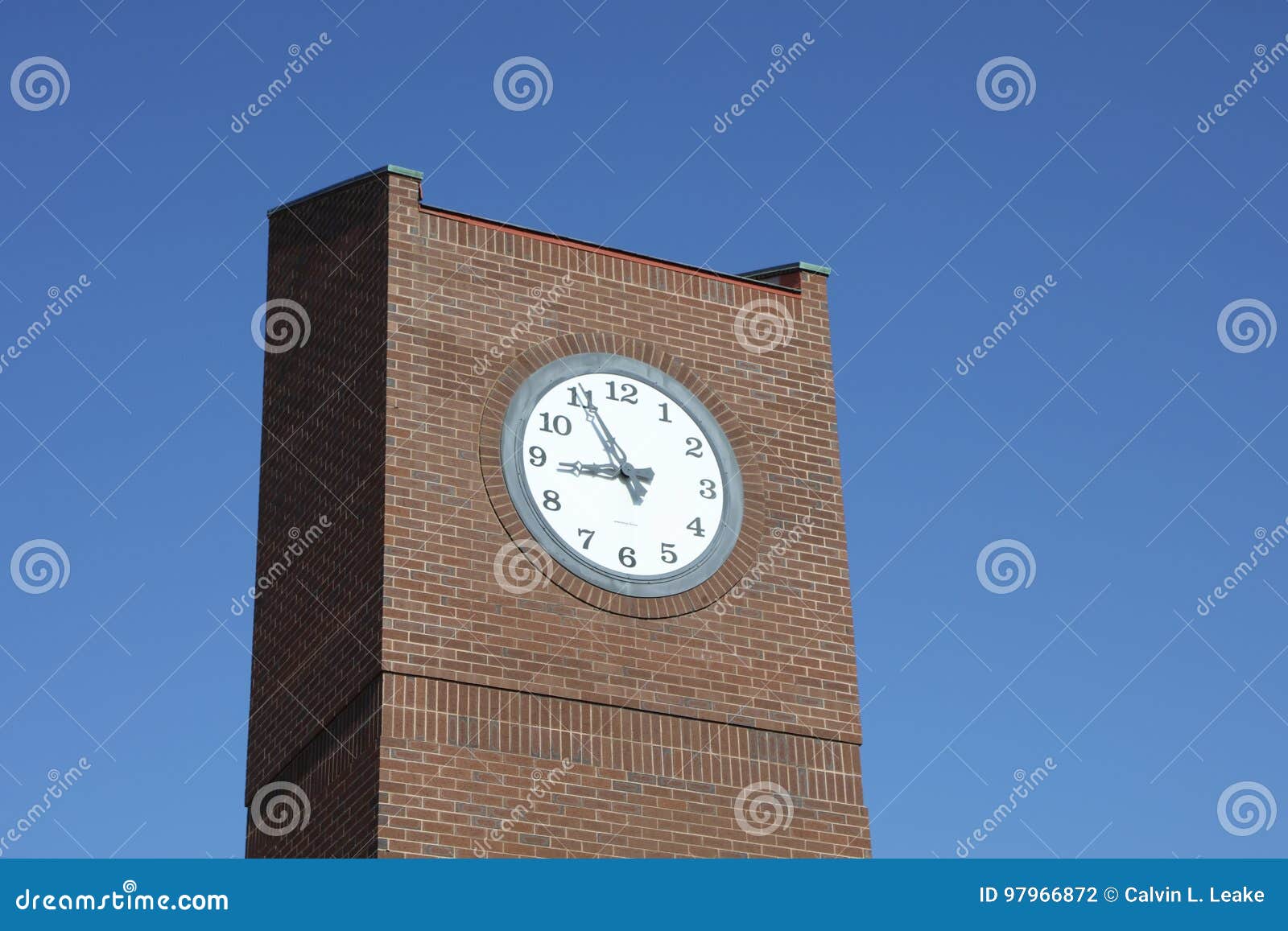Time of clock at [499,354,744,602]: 8:55
